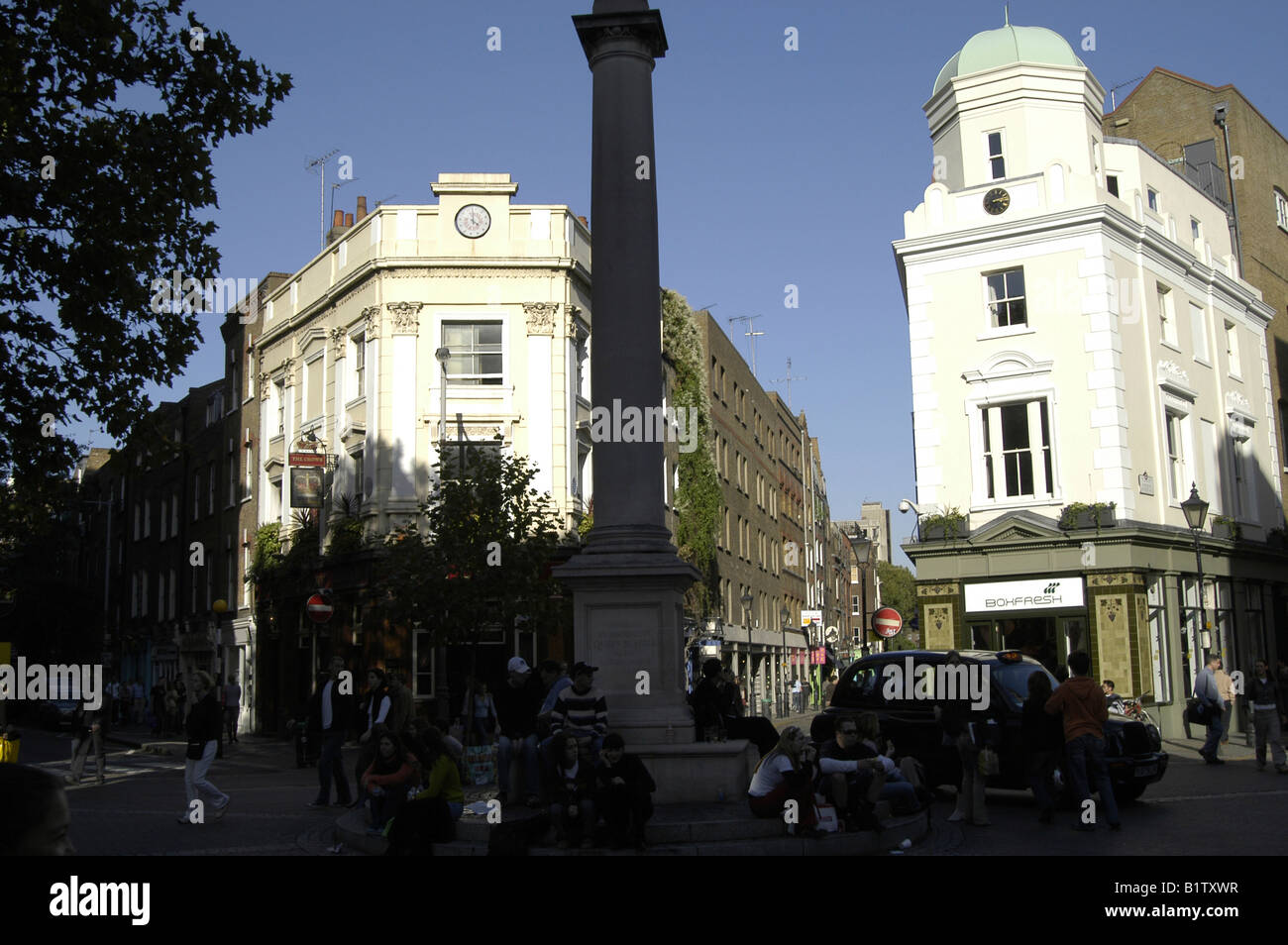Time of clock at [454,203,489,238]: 3:58
